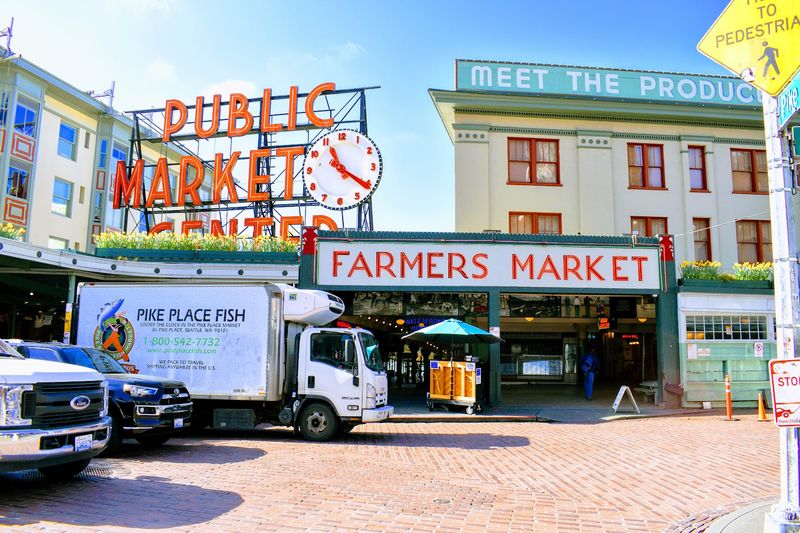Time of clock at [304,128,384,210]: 11:20
